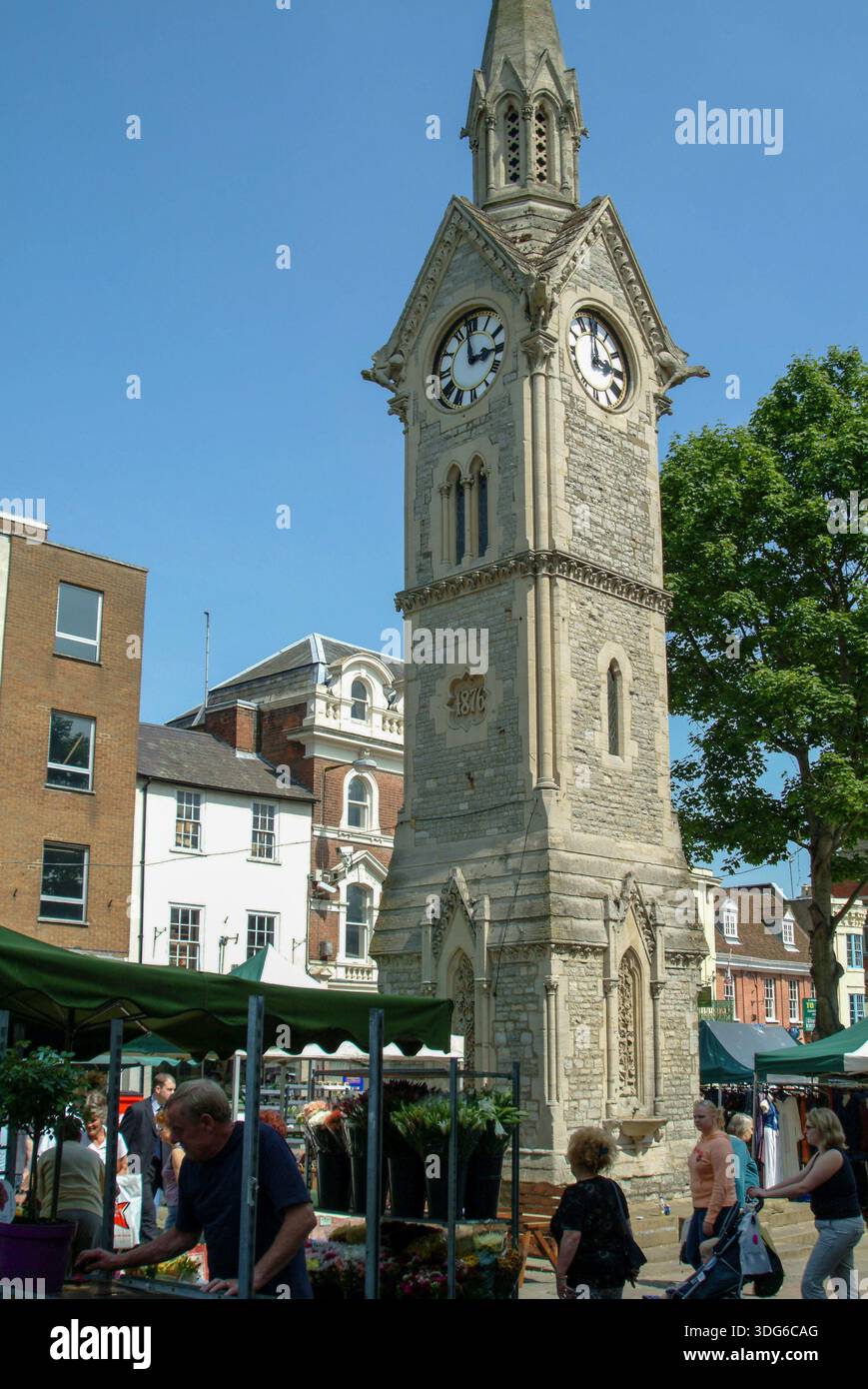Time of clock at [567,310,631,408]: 2:59
